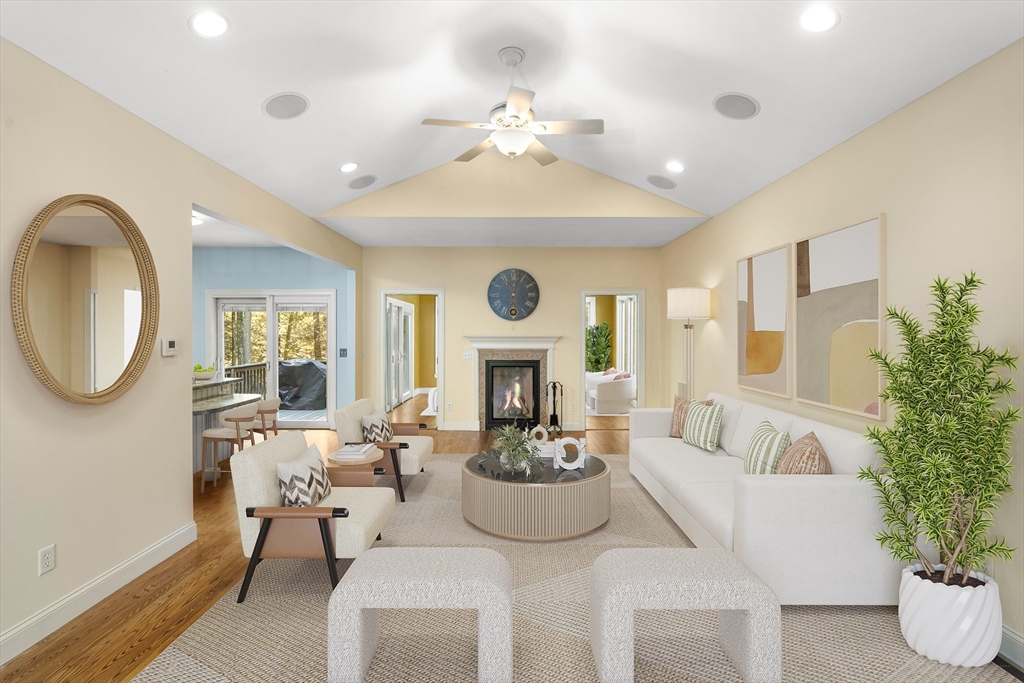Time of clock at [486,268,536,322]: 11:02
